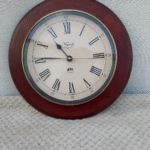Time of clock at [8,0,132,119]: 10:45
